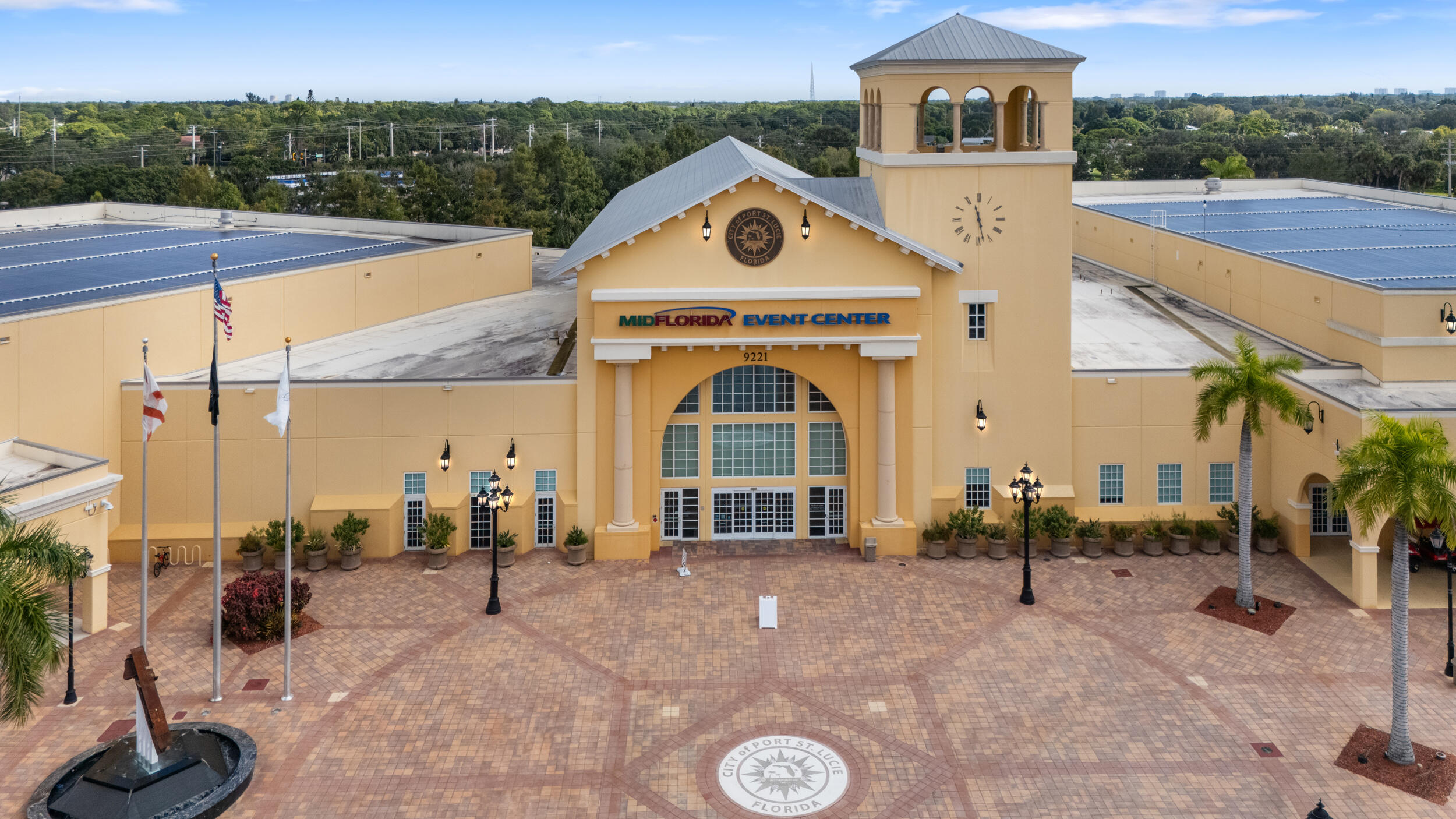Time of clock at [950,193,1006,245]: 11:28
